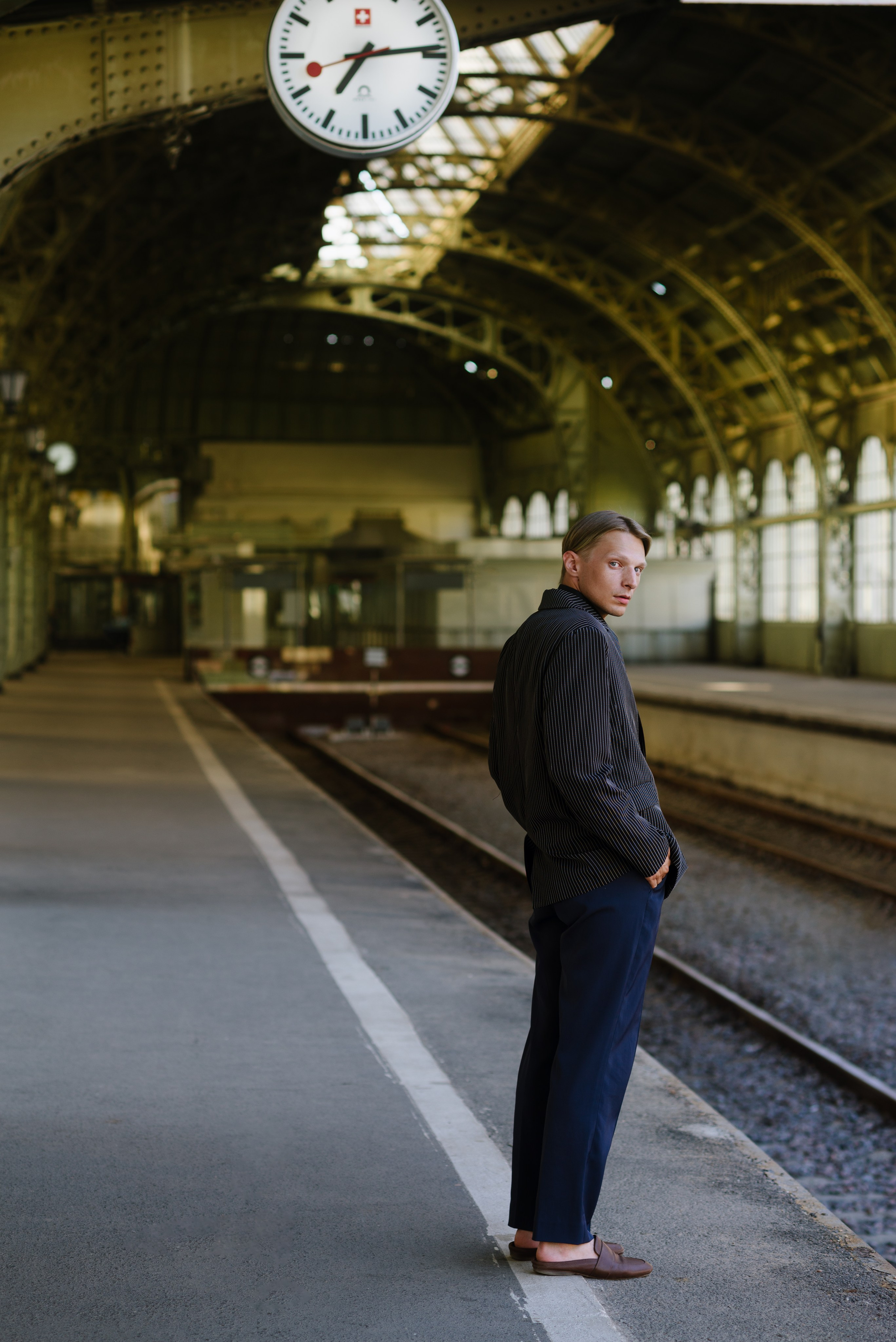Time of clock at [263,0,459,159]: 7:14
